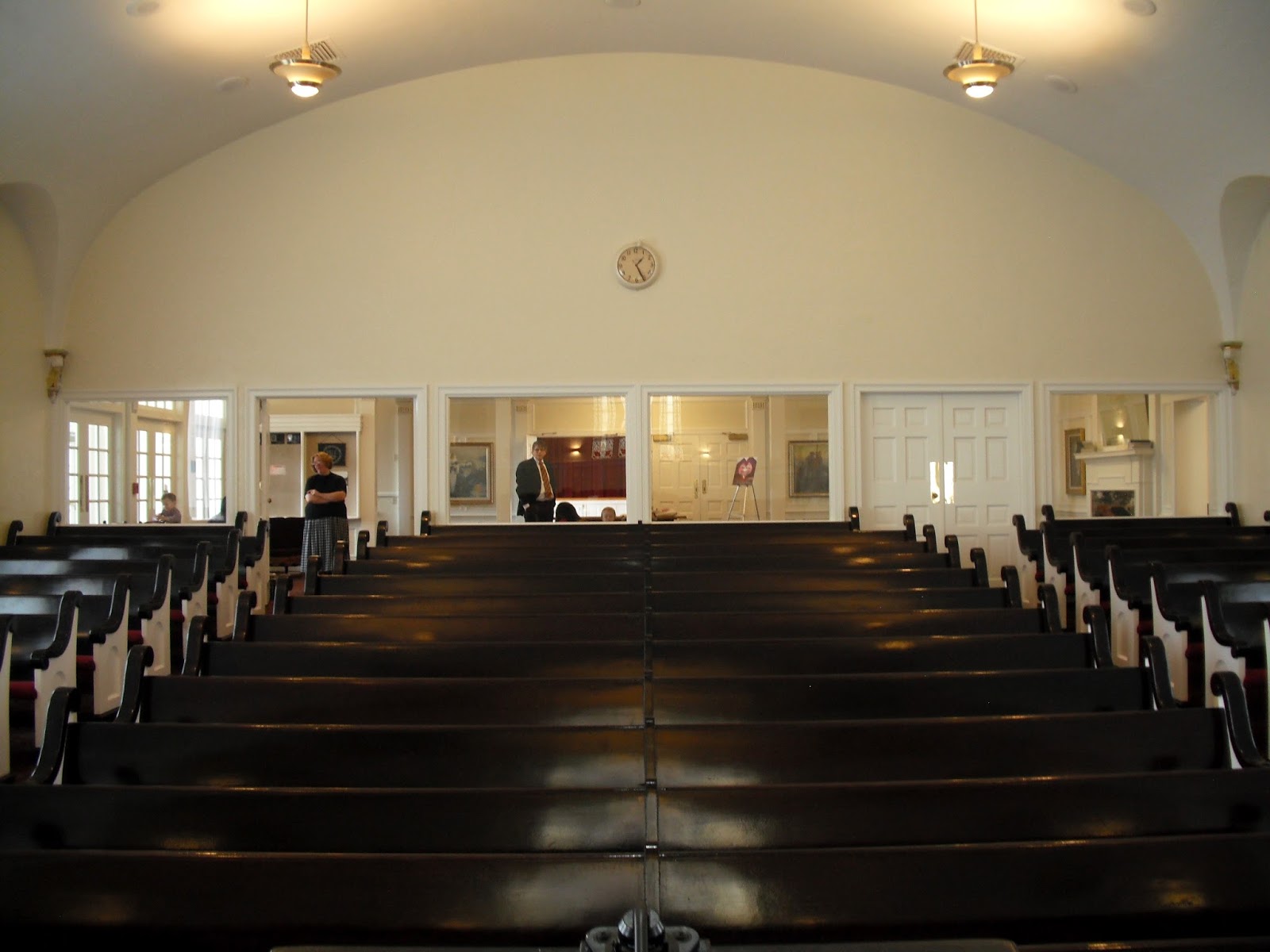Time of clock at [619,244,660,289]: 1:25
